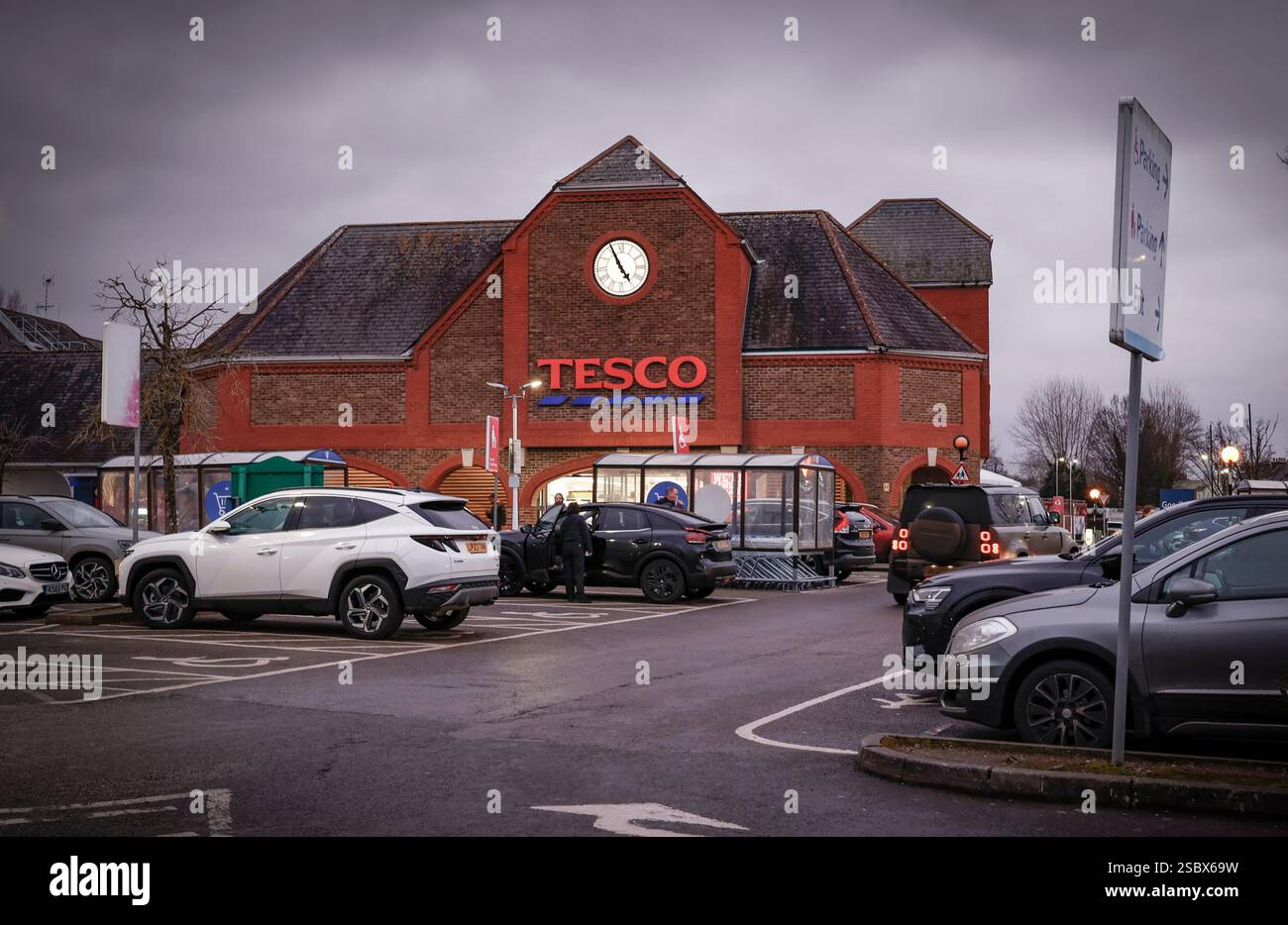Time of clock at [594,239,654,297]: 4:55
